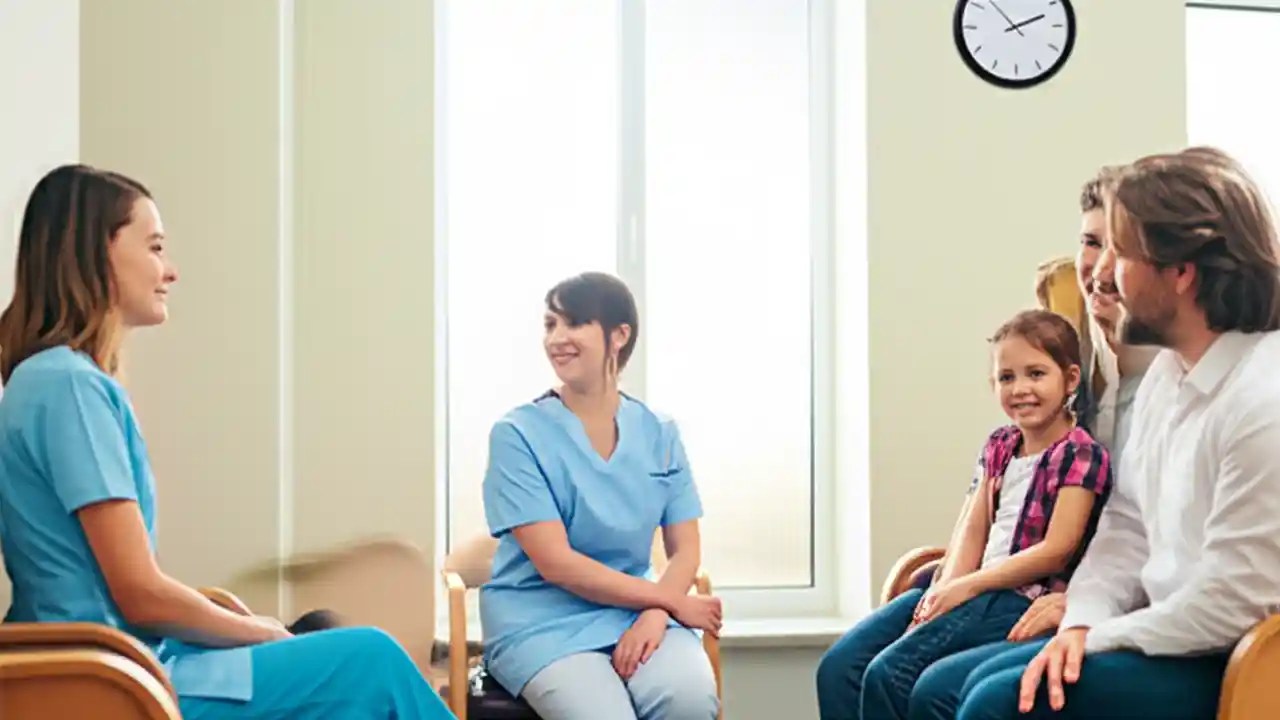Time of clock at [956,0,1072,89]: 2:11
